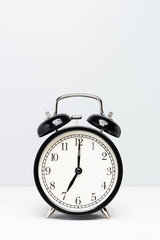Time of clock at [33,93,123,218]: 7:00
